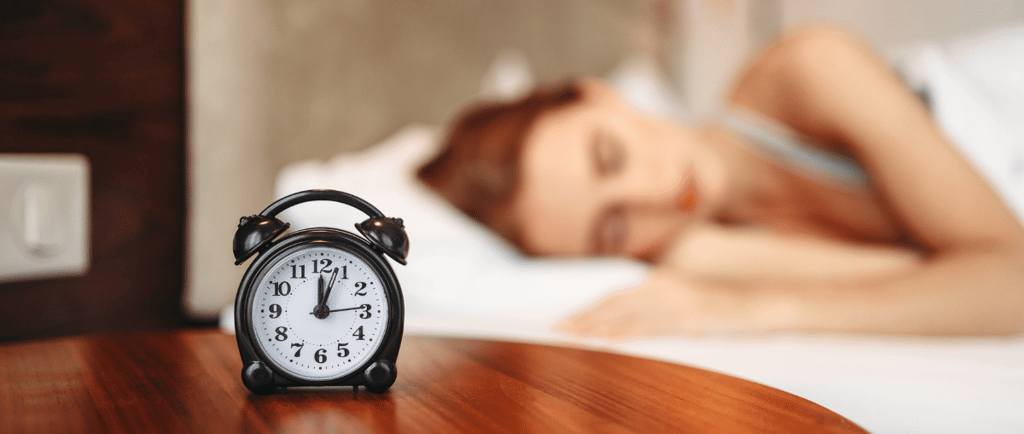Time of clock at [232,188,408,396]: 12:03
